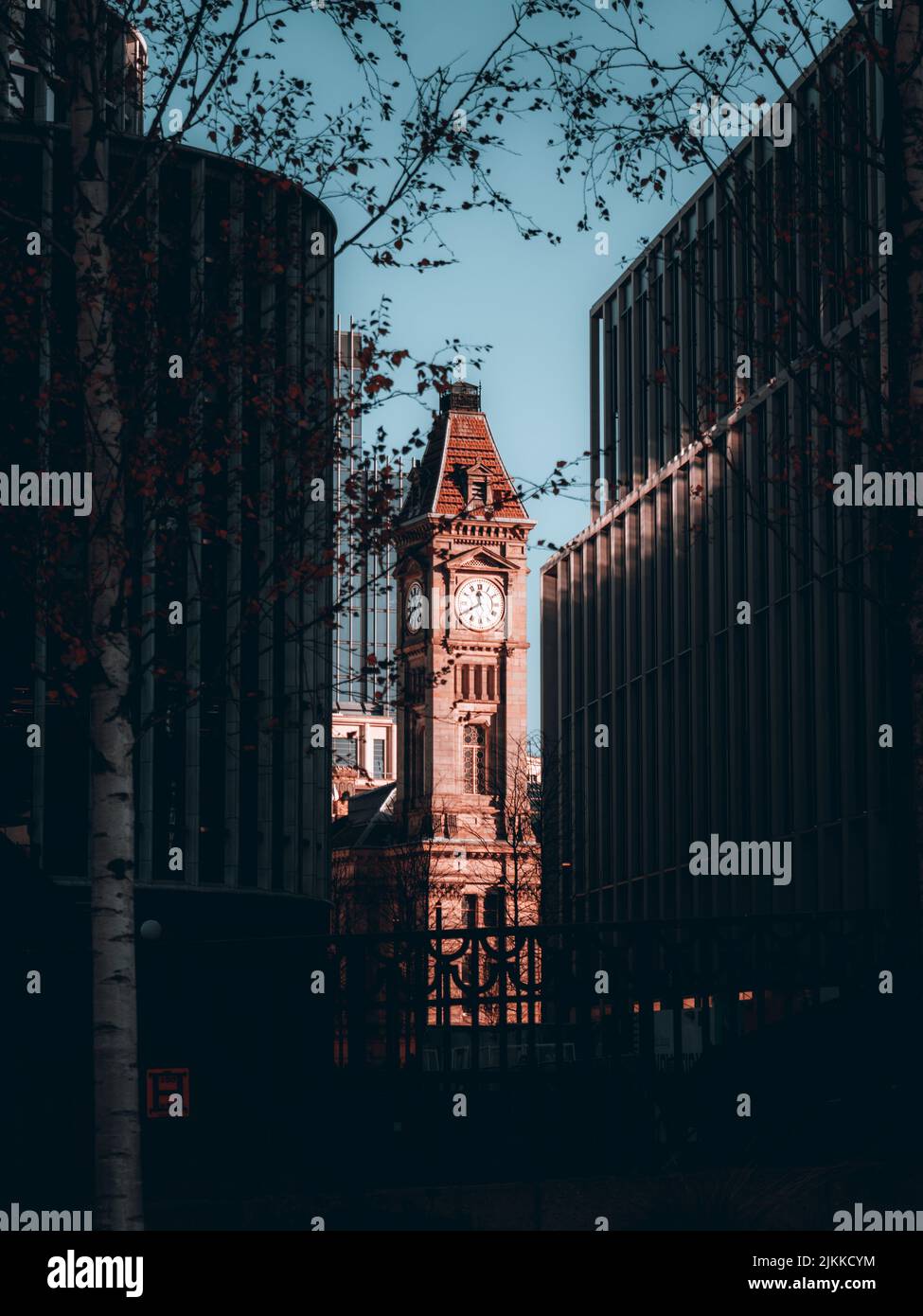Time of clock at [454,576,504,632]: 11:40
